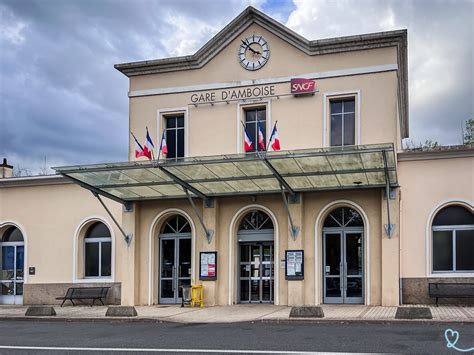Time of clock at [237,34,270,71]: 3:52
